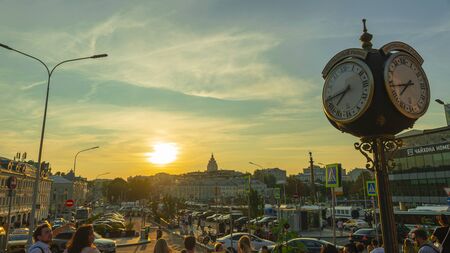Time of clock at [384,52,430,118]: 7:43
